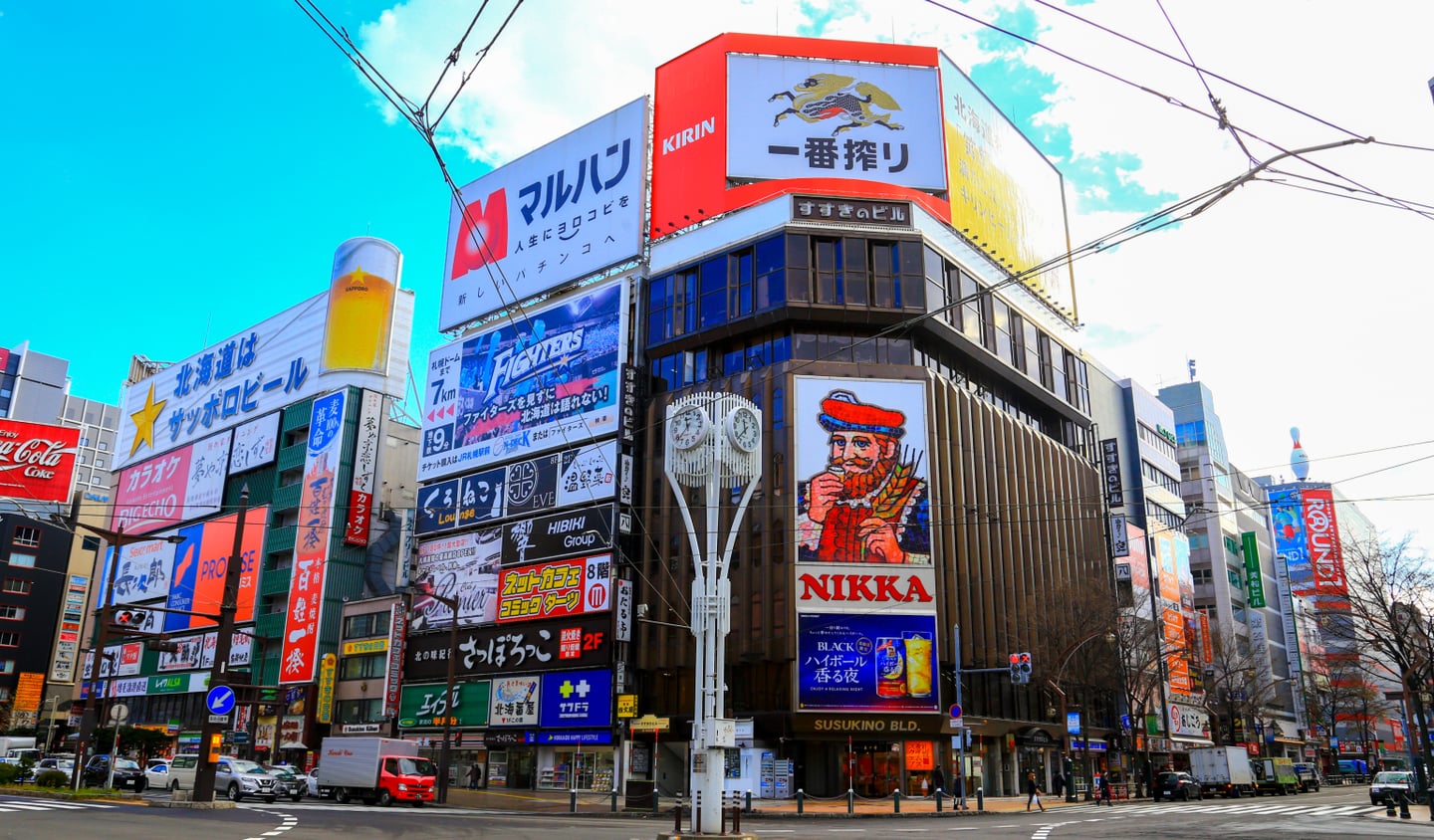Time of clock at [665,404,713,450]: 11:37
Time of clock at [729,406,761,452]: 11:37
